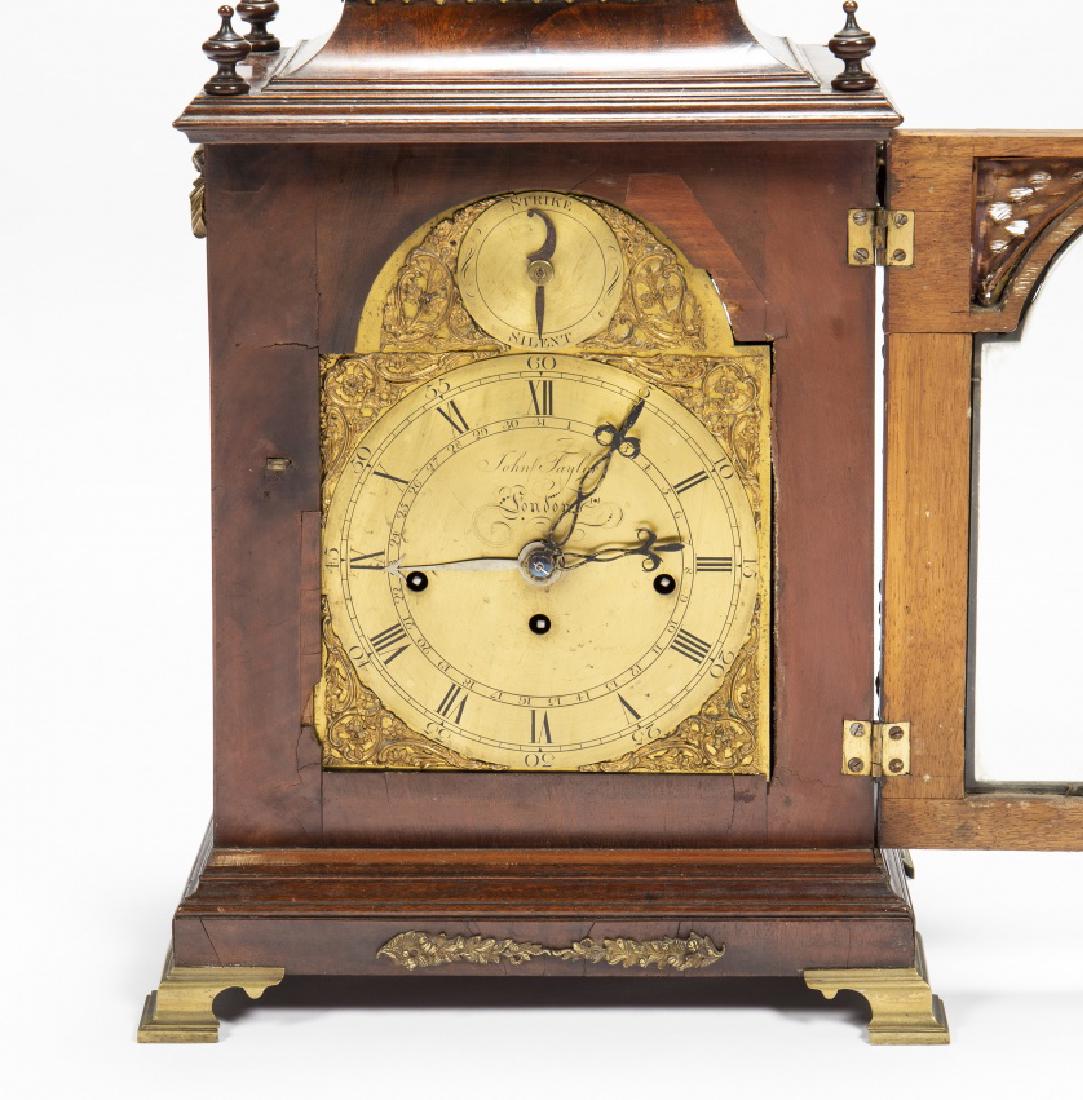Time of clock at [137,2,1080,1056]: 1:13
